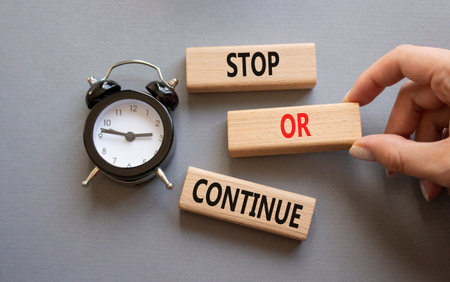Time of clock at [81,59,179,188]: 2:46
